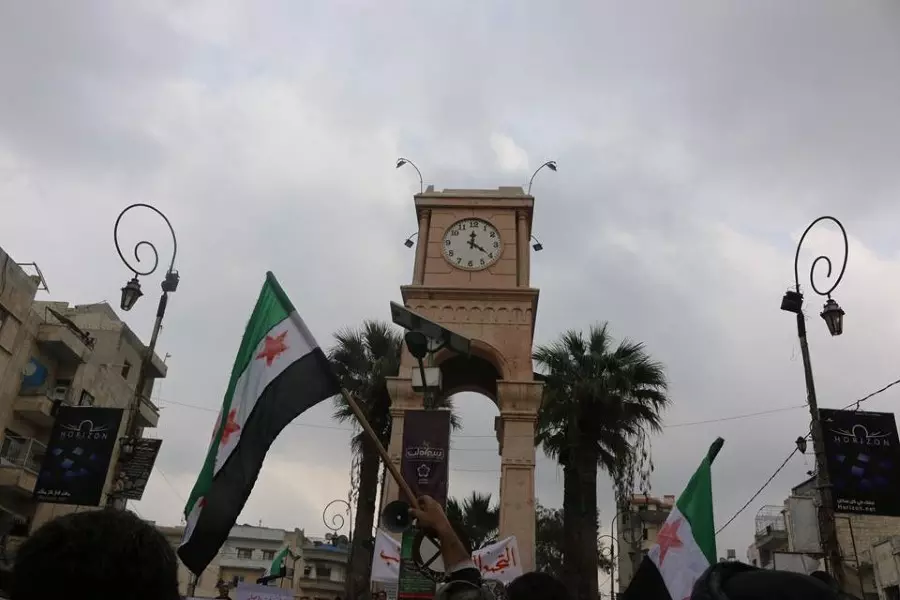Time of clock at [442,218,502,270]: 12:20
